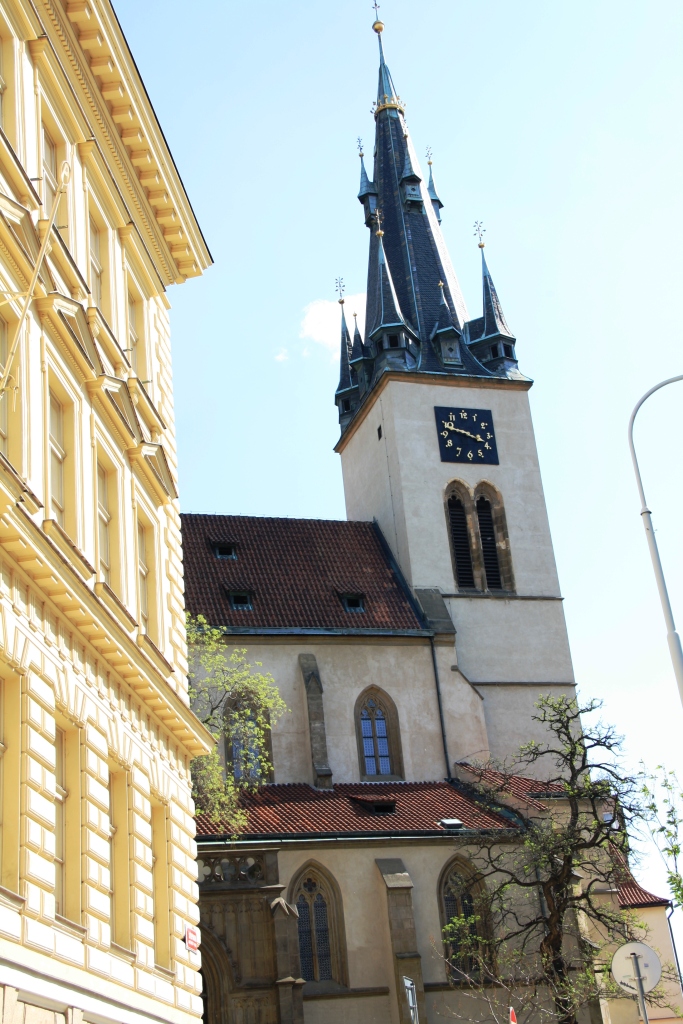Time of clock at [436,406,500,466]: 3:48
